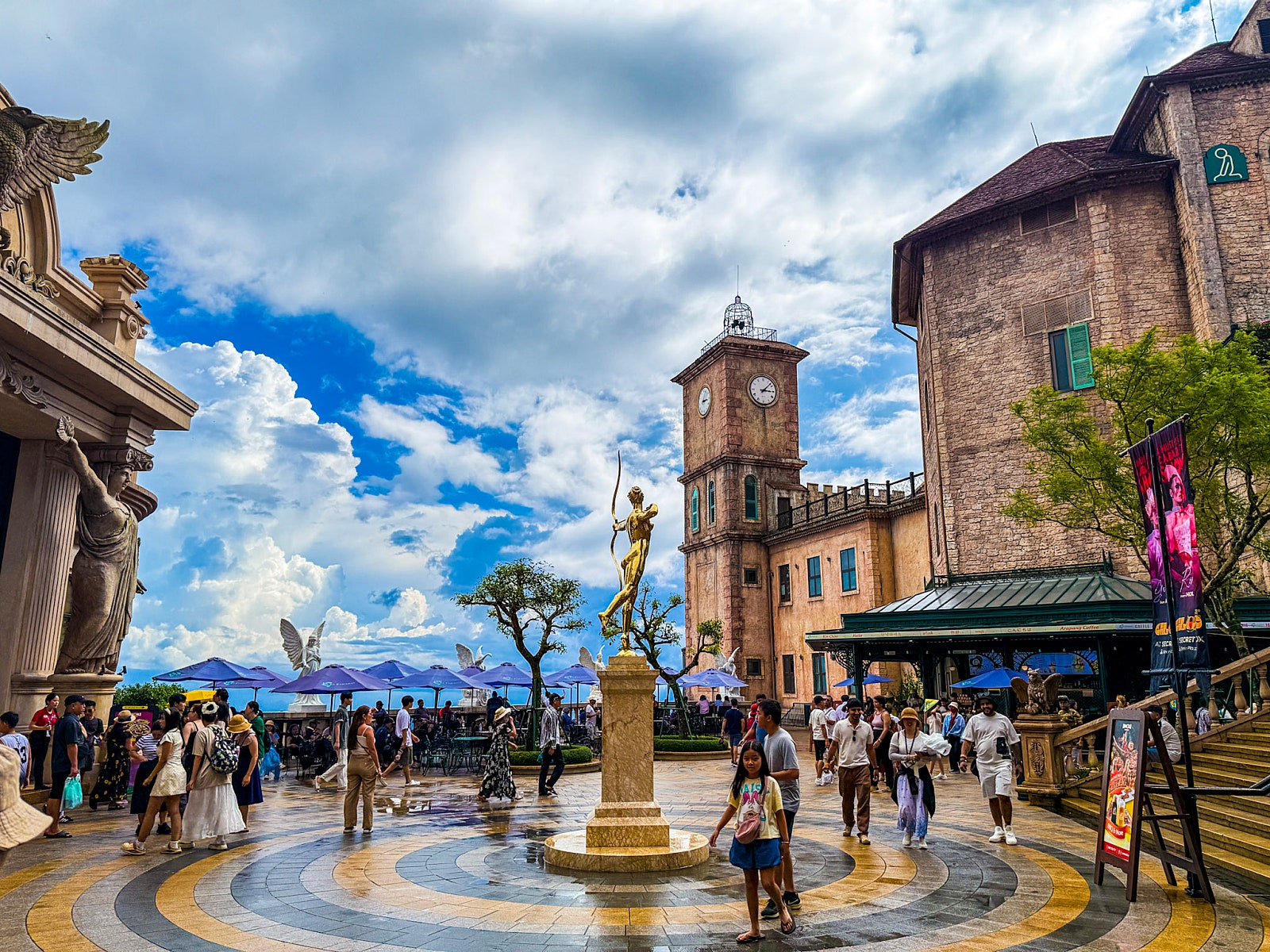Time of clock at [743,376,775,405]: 3:07
